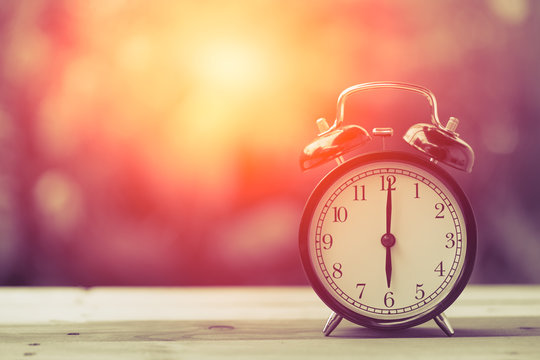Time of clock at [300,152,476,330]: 6:00
